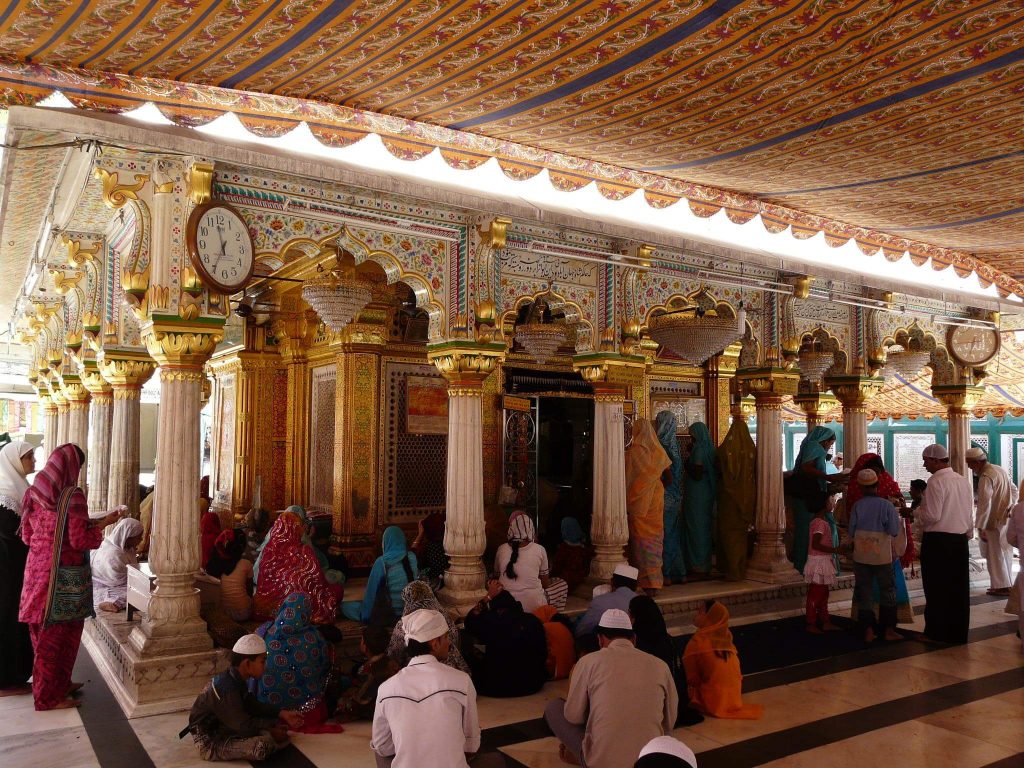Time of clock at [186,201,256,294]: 11:35
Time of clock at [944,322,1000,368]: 6:43
